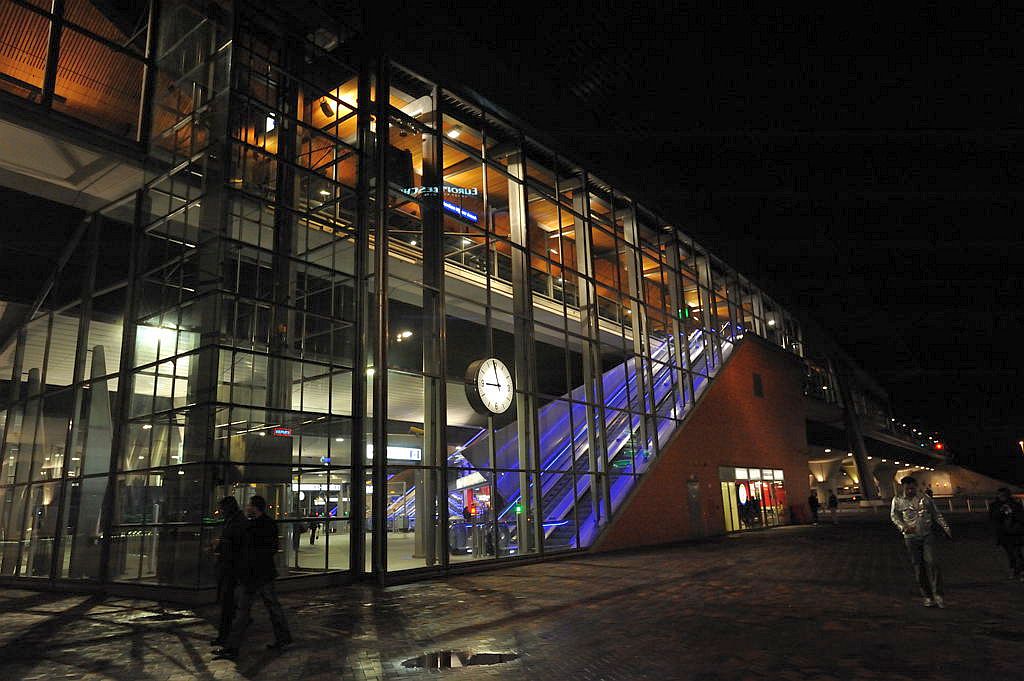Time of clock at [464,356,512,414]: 8:58
